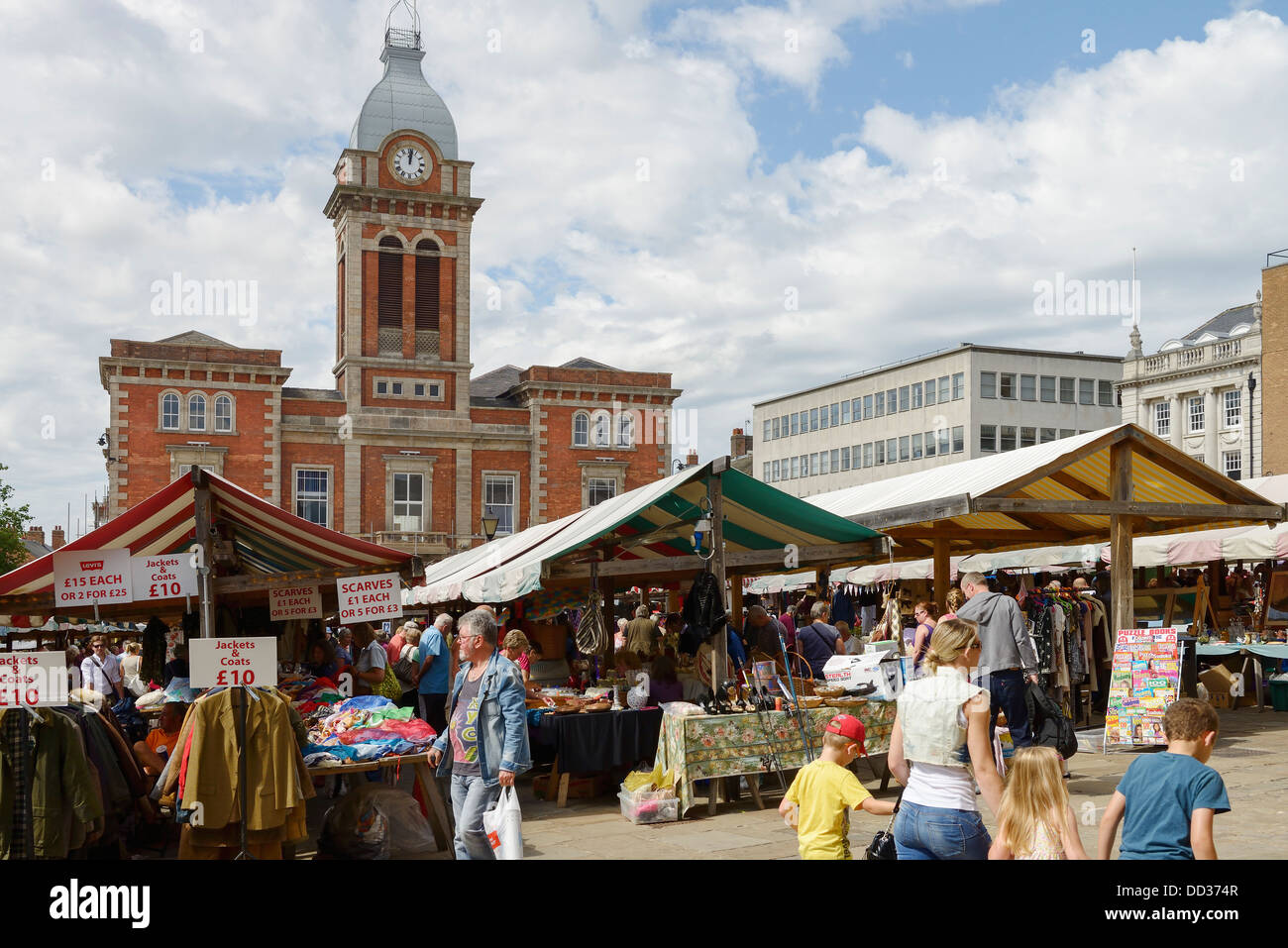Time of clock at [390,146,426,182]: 12:01
